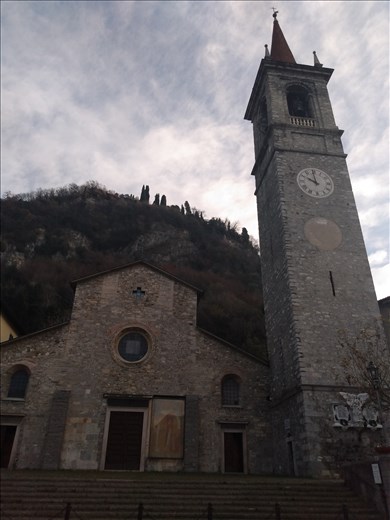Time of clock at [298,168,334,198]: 9:59
